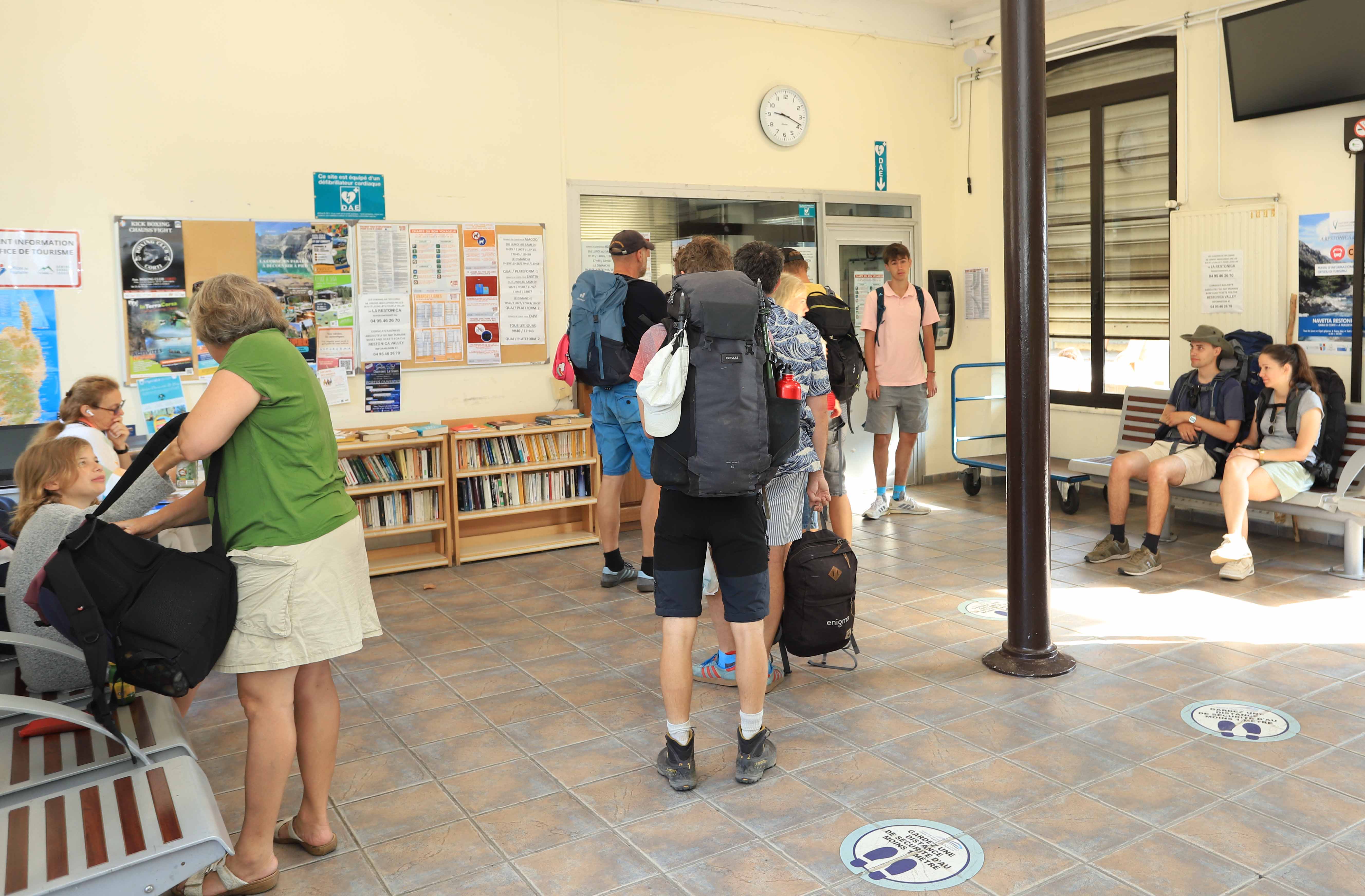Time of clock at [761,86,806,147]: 9:18
